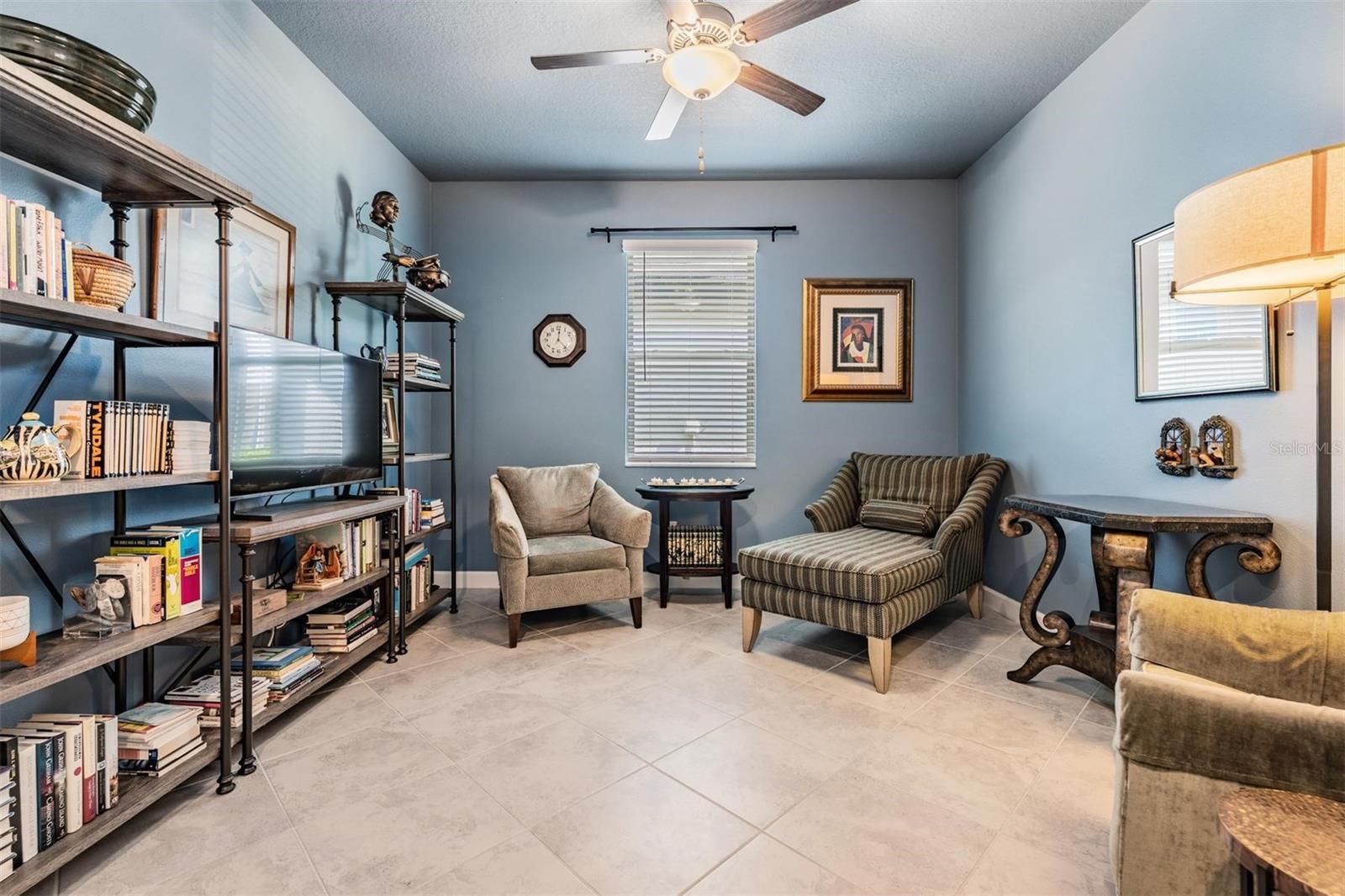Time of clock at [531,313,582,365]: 12:22
